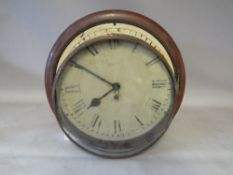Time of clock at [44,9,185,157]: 7:50
